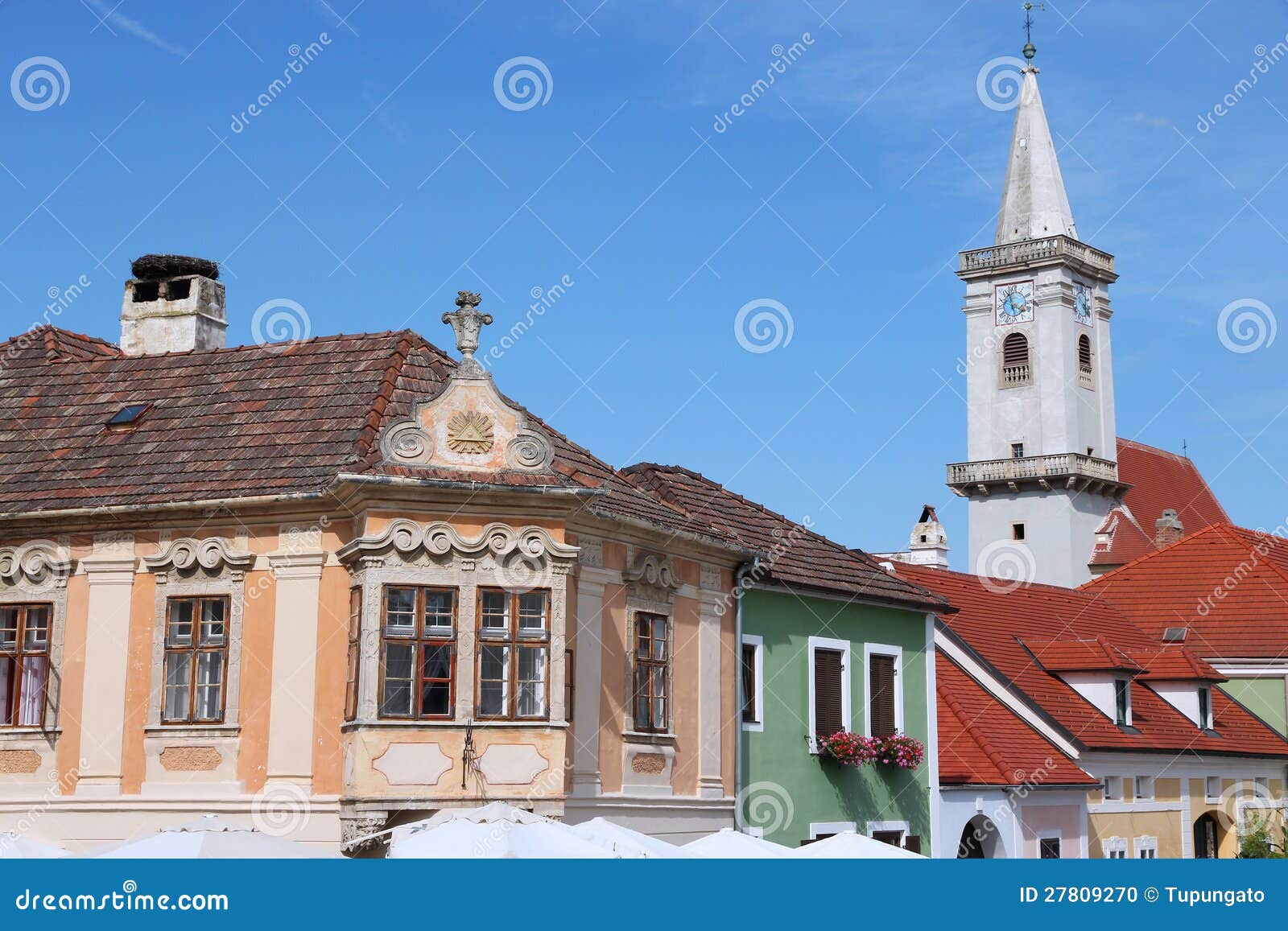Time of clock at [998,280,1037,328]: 3:58
